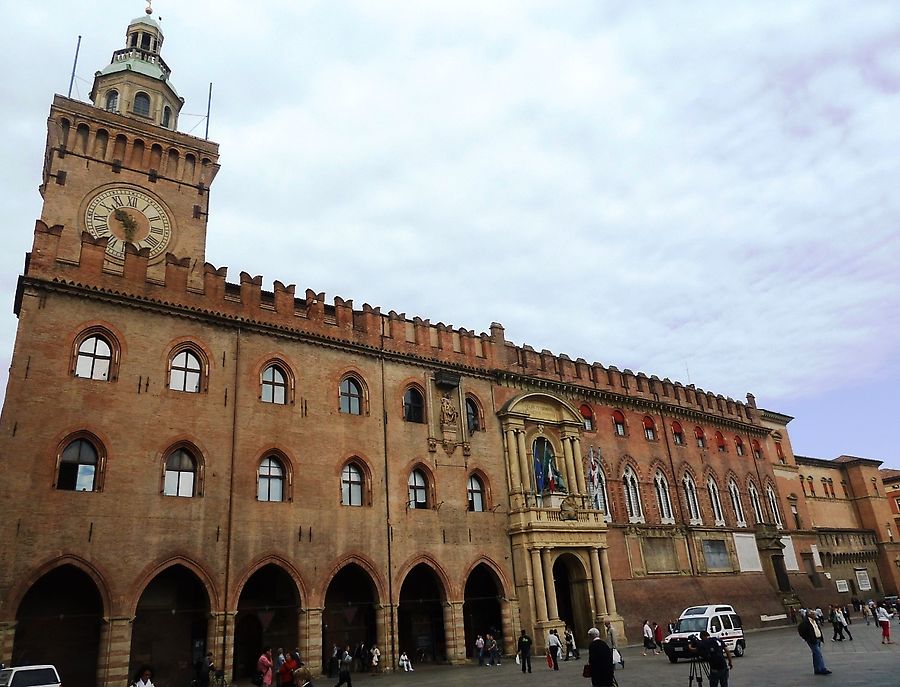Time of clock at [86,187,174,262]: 10:28
